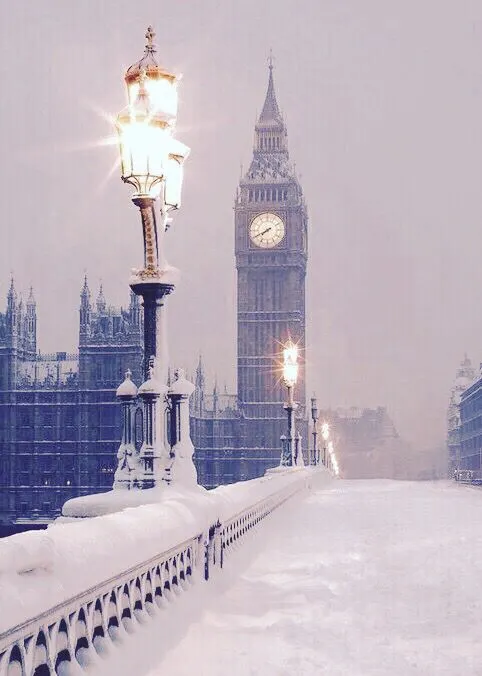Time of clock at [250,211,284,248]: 7:40
